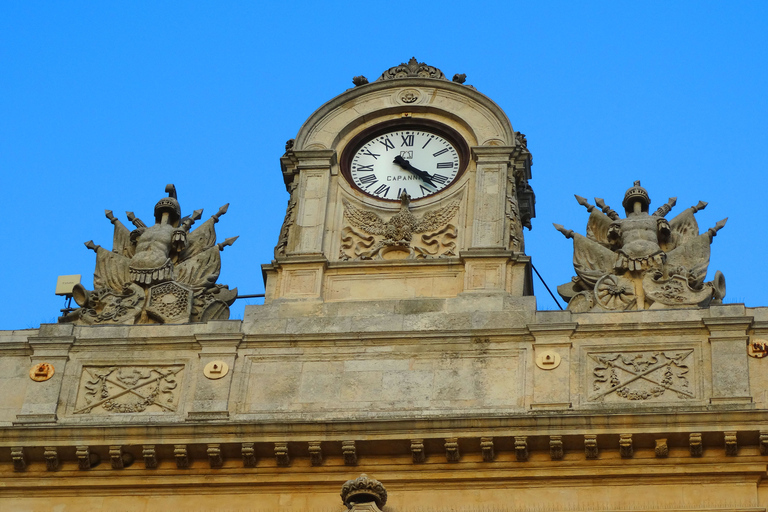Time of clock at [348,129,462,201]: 4:22
